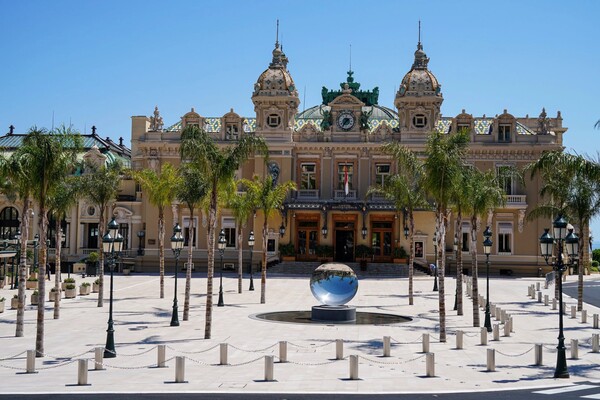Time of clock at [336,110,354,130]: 1:36
